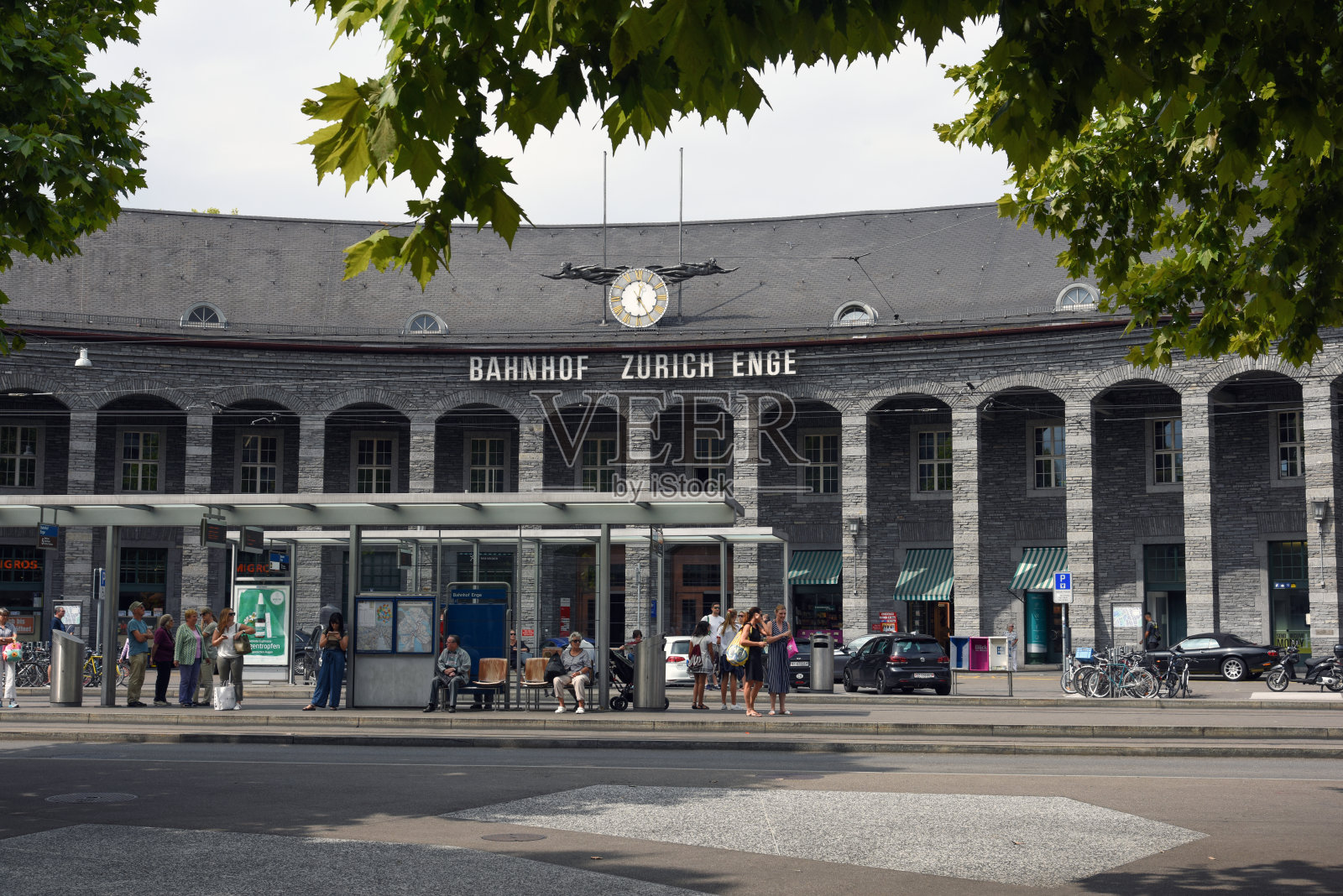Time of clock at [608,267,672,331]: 12:24
